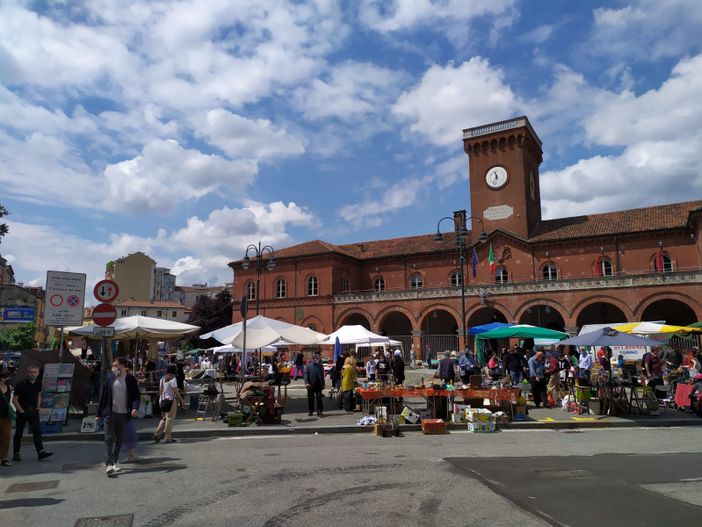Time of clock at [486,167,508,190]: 11:35
